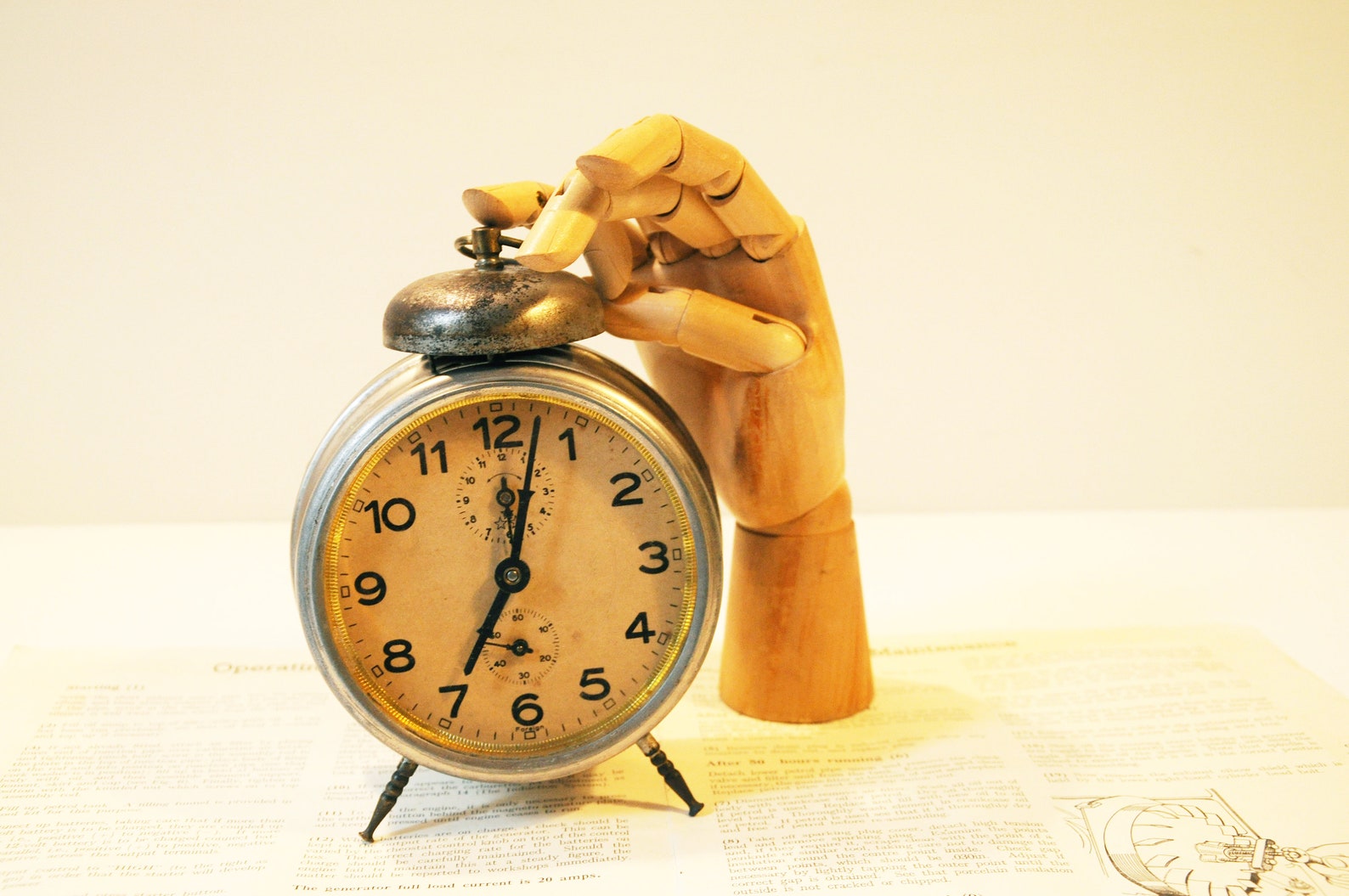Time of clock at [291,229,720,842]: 7:02
